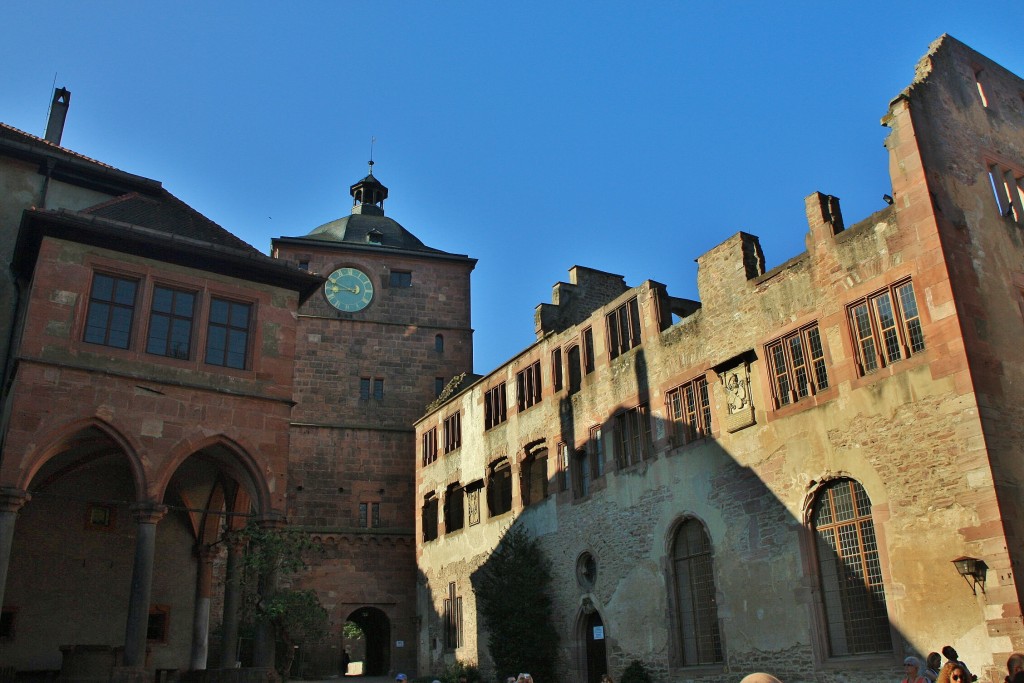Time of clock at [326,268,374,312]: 8:48
